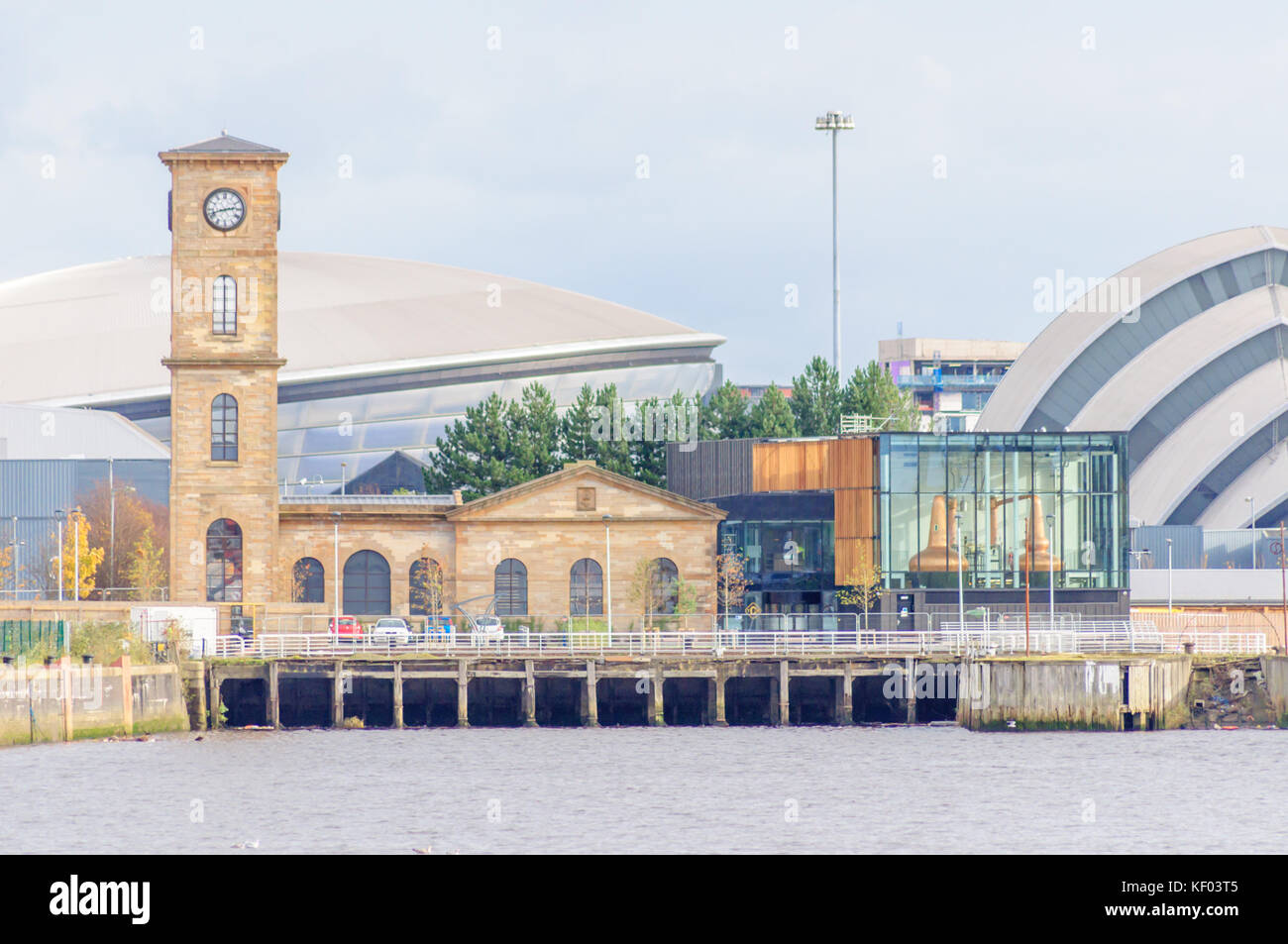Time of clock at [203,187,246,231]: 2:42
